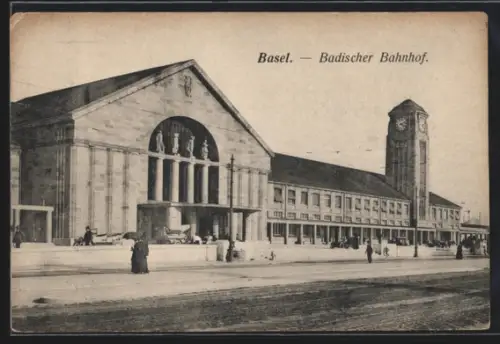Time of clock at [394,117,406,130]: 4:12
